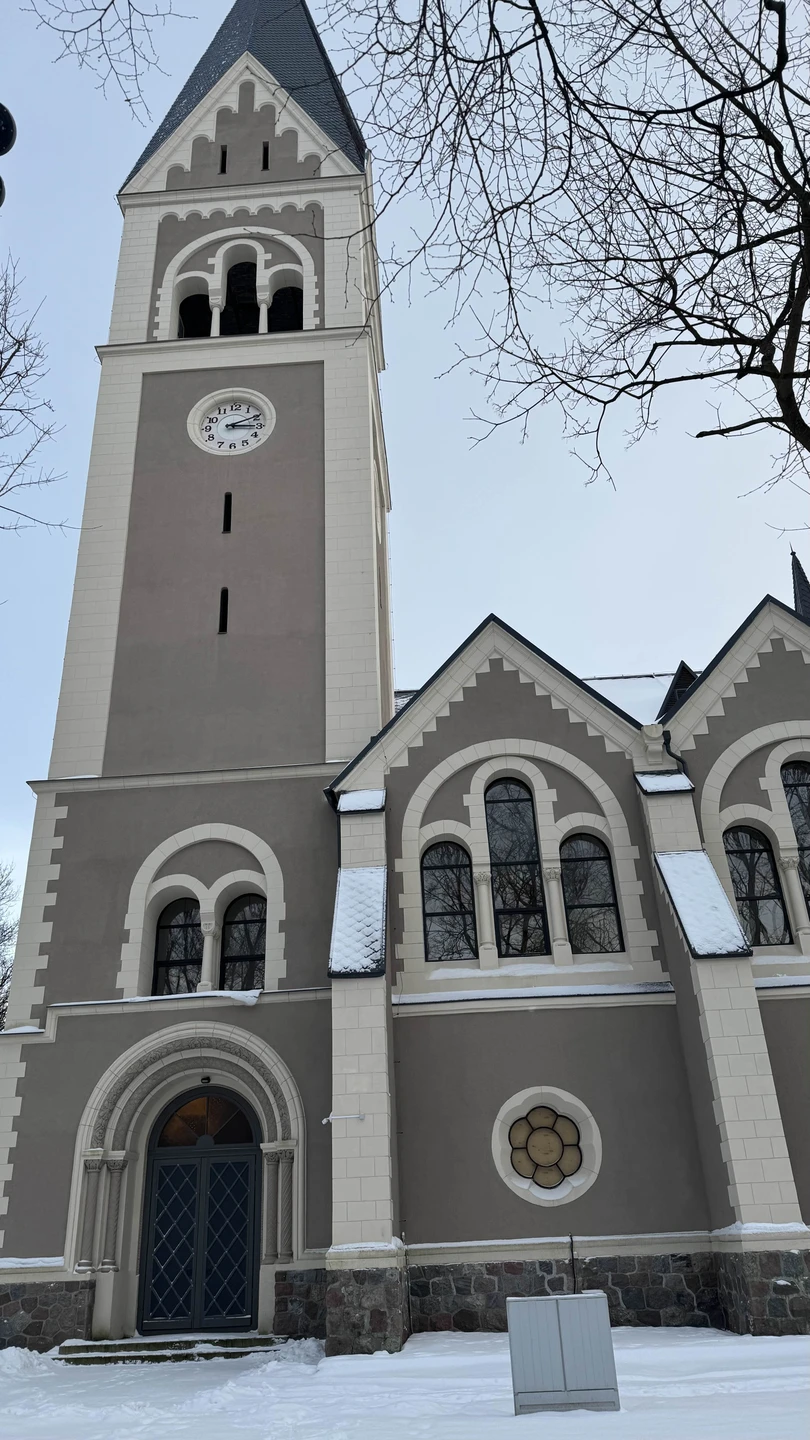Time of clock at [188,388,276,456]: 3:10
